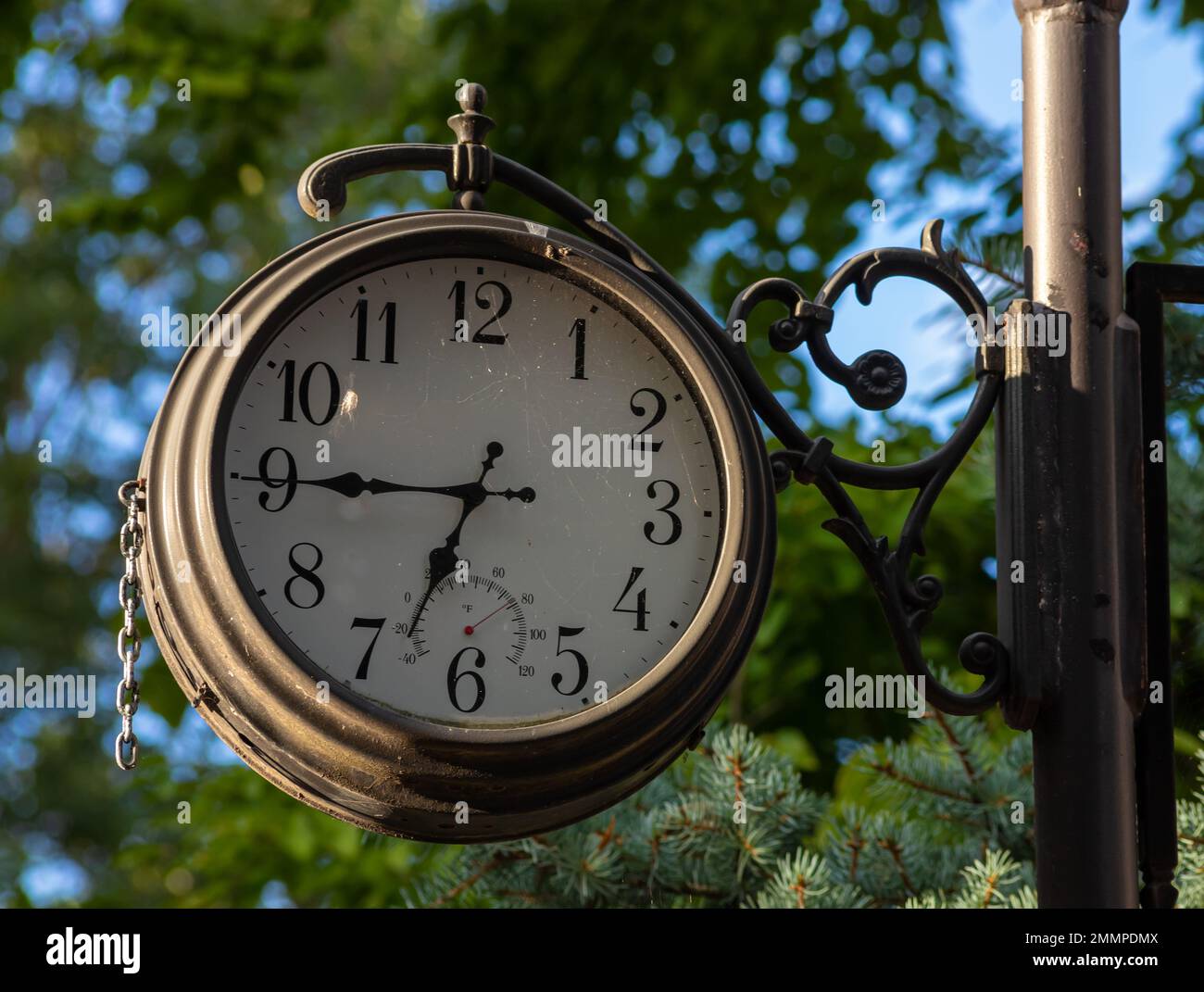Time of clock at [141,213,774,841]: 6:45
